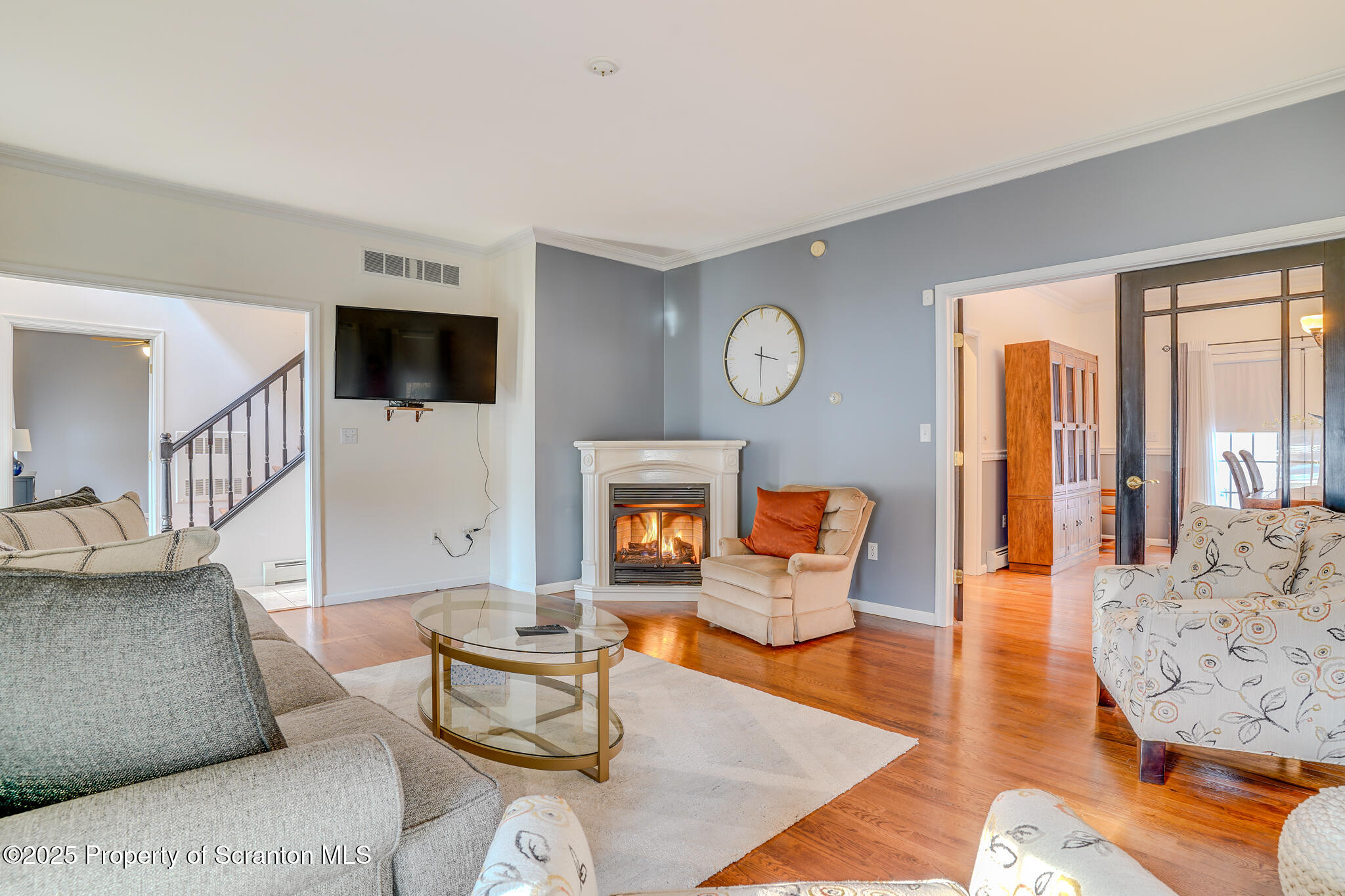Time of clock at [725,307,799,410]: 3:30
